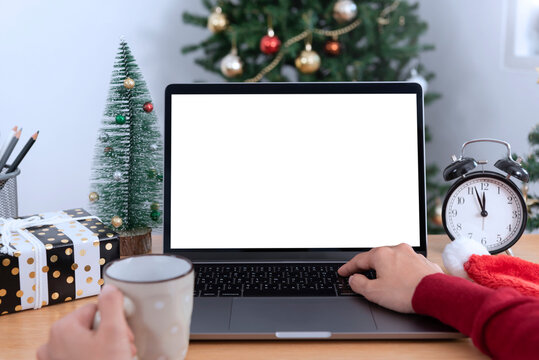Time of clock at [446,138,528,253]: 11:56
